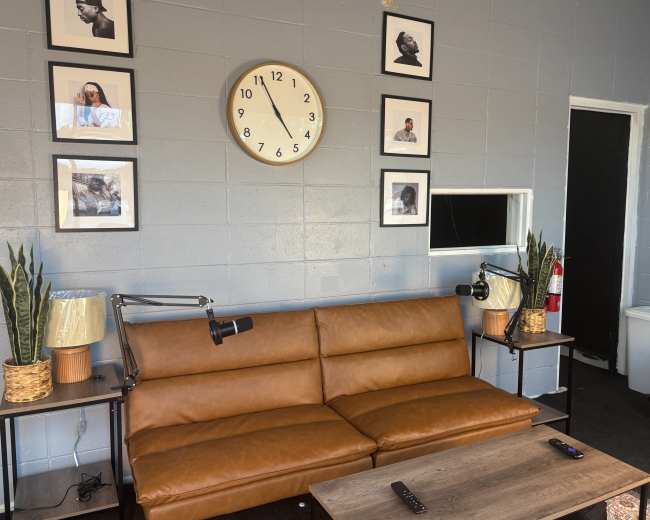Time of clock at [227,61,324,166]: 4:55
